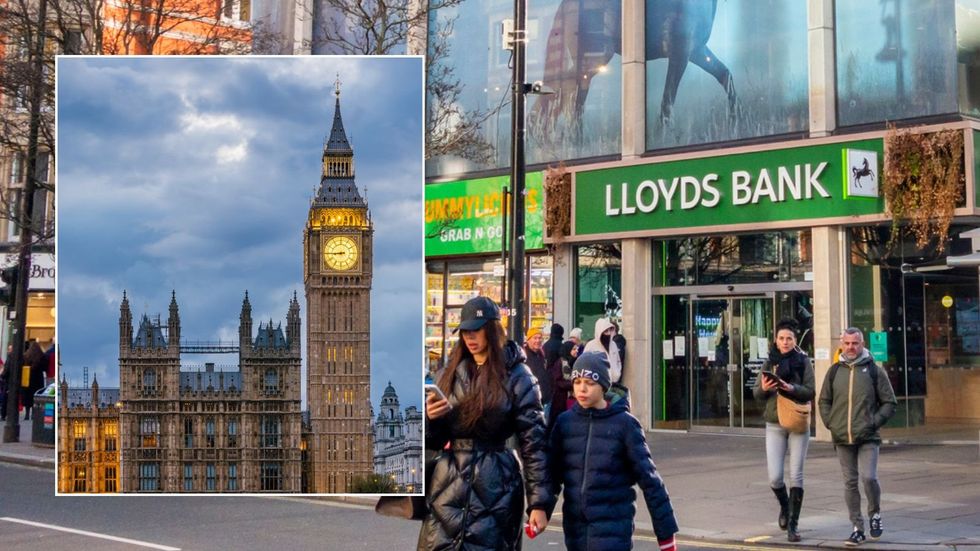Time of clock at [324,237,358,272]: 8:44
